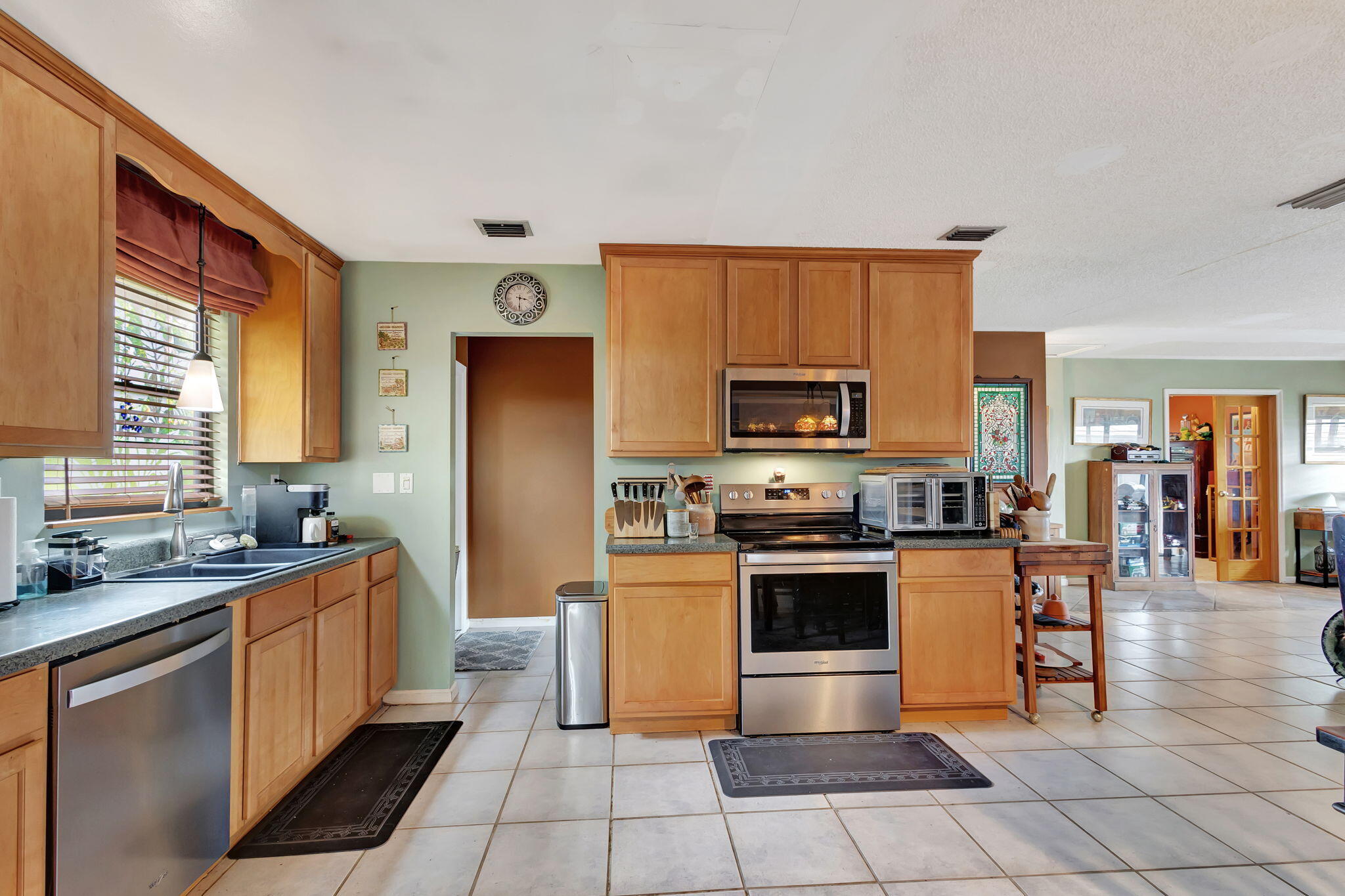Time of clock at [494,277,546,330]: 3:30
